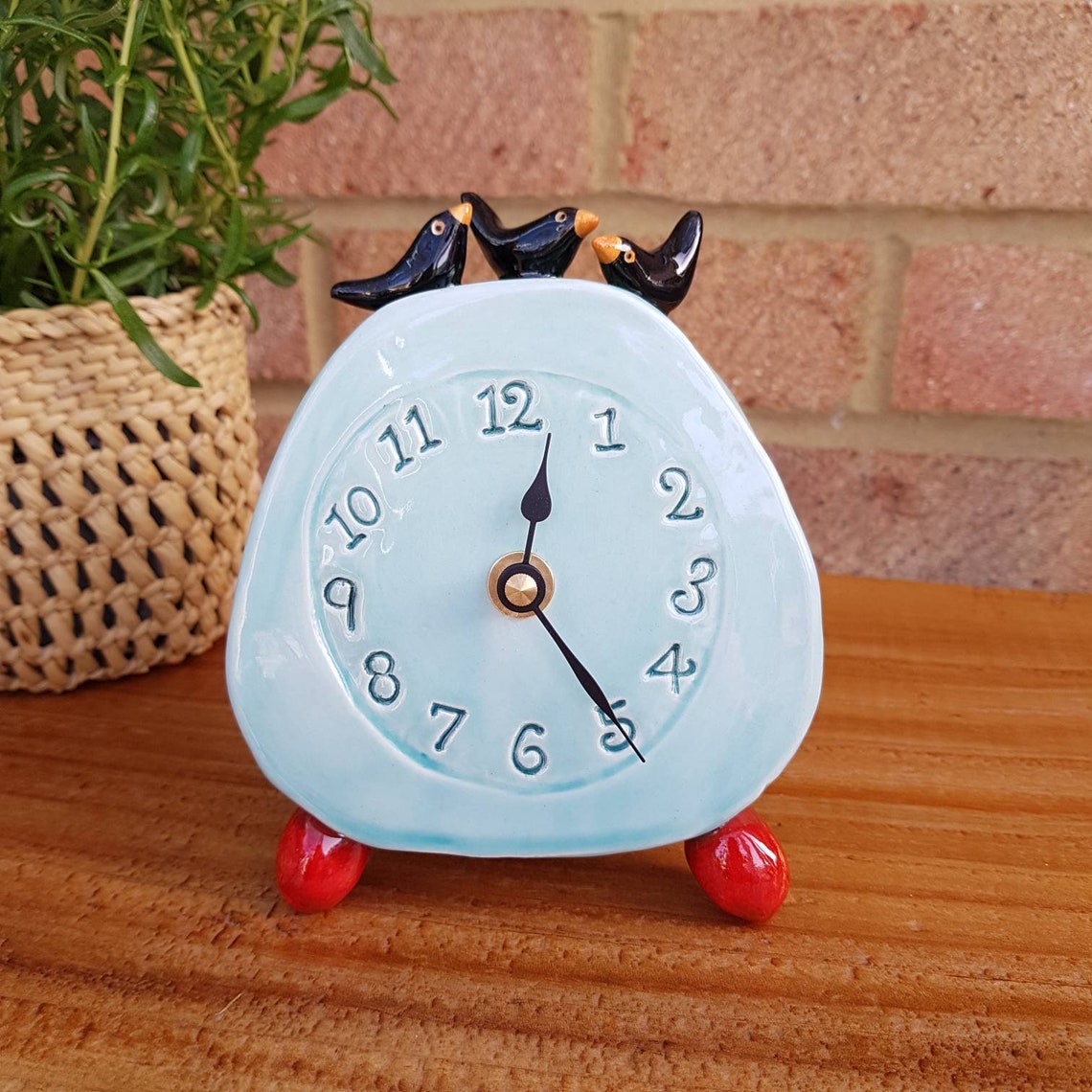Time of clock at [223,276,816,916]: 12:24
